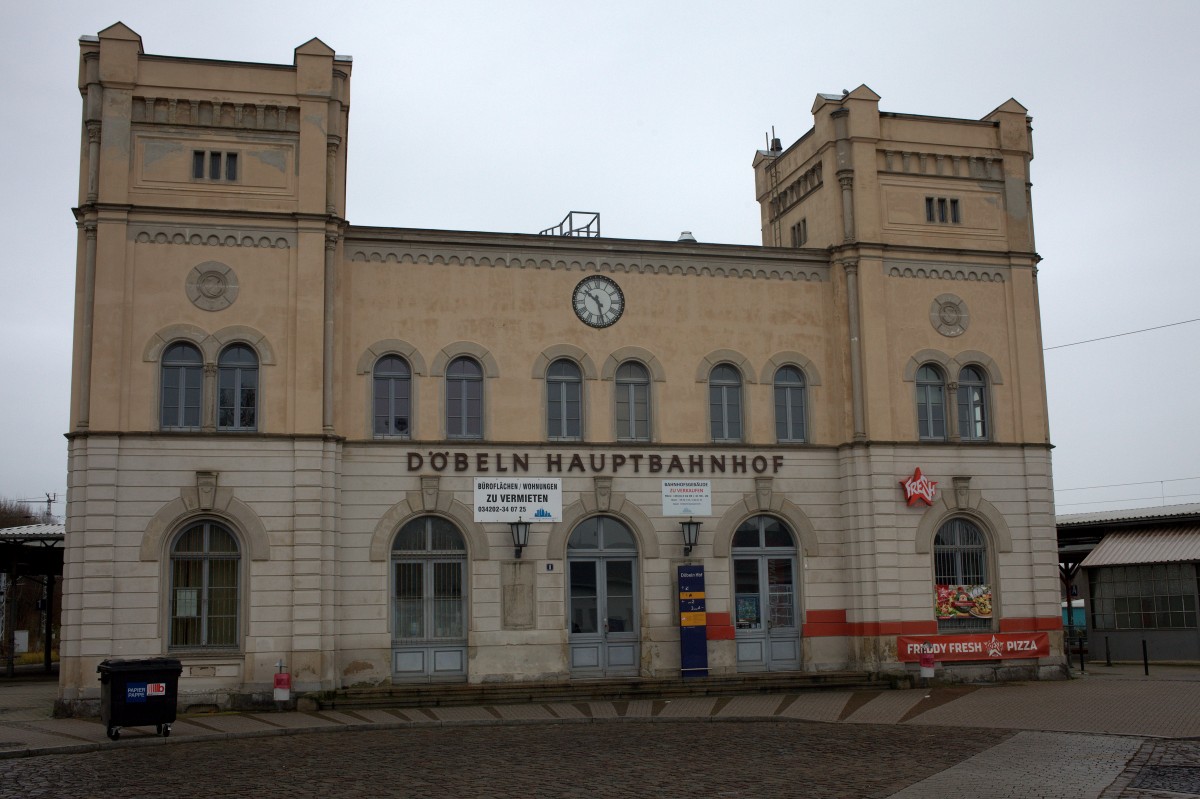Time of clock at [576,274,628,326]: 10:28
